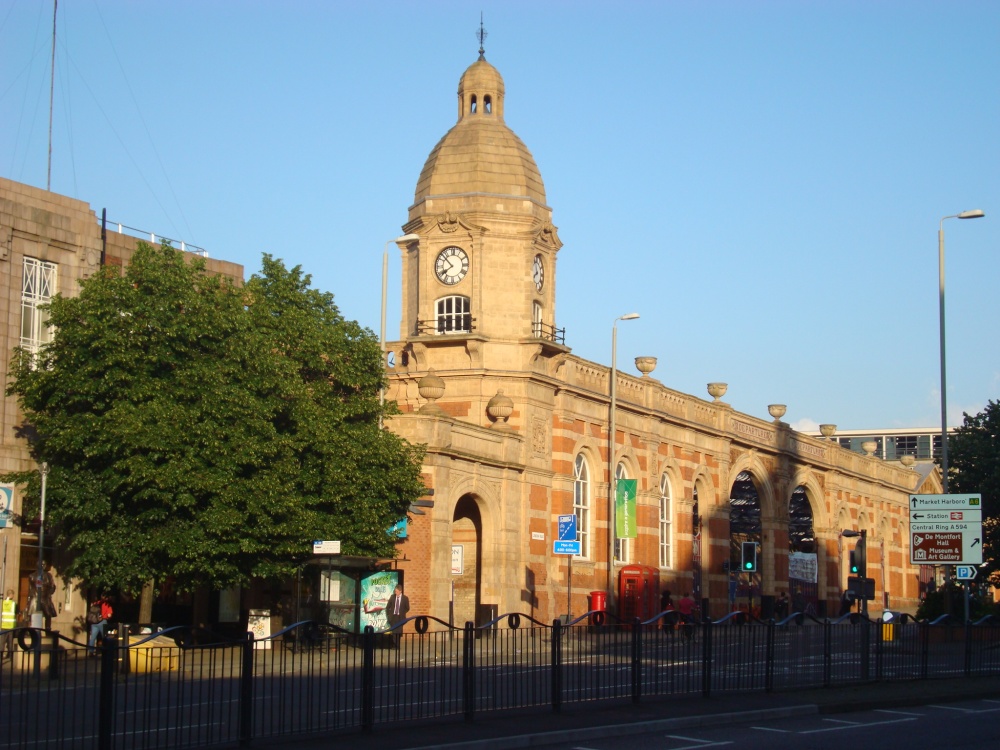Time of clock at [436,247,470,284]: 7:52
